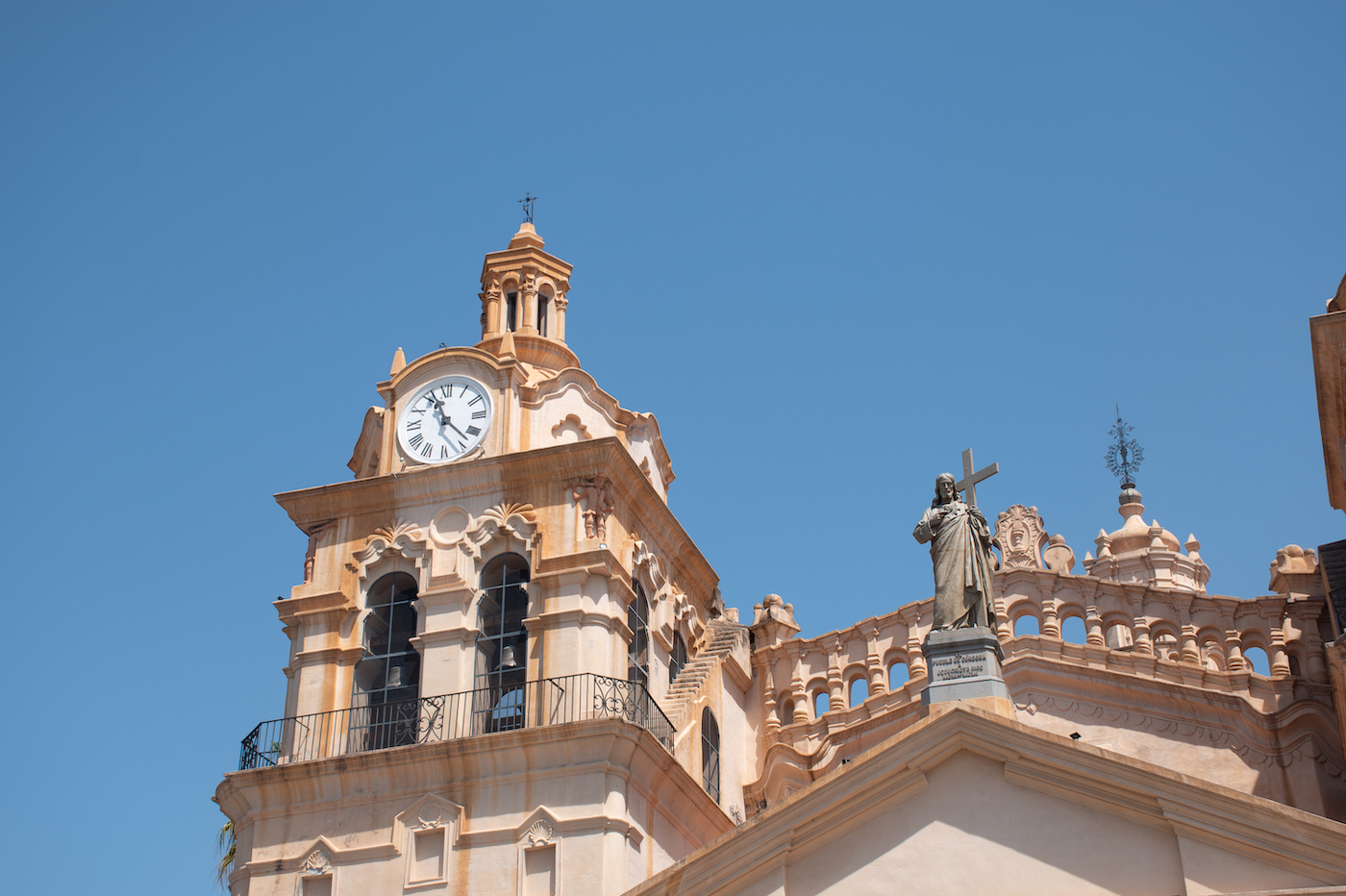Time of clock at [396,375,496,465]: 11:22
